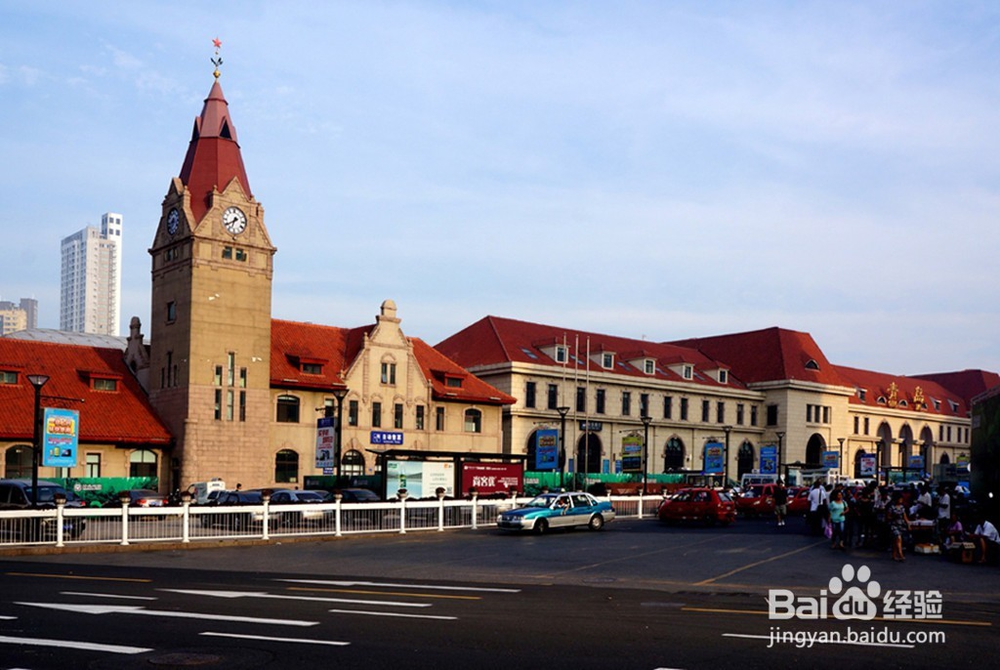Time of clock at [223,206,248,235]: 6:39
